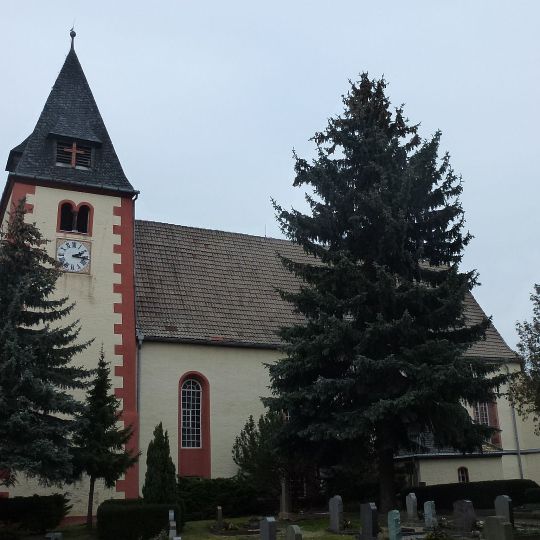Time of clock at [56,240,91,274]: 2:16
